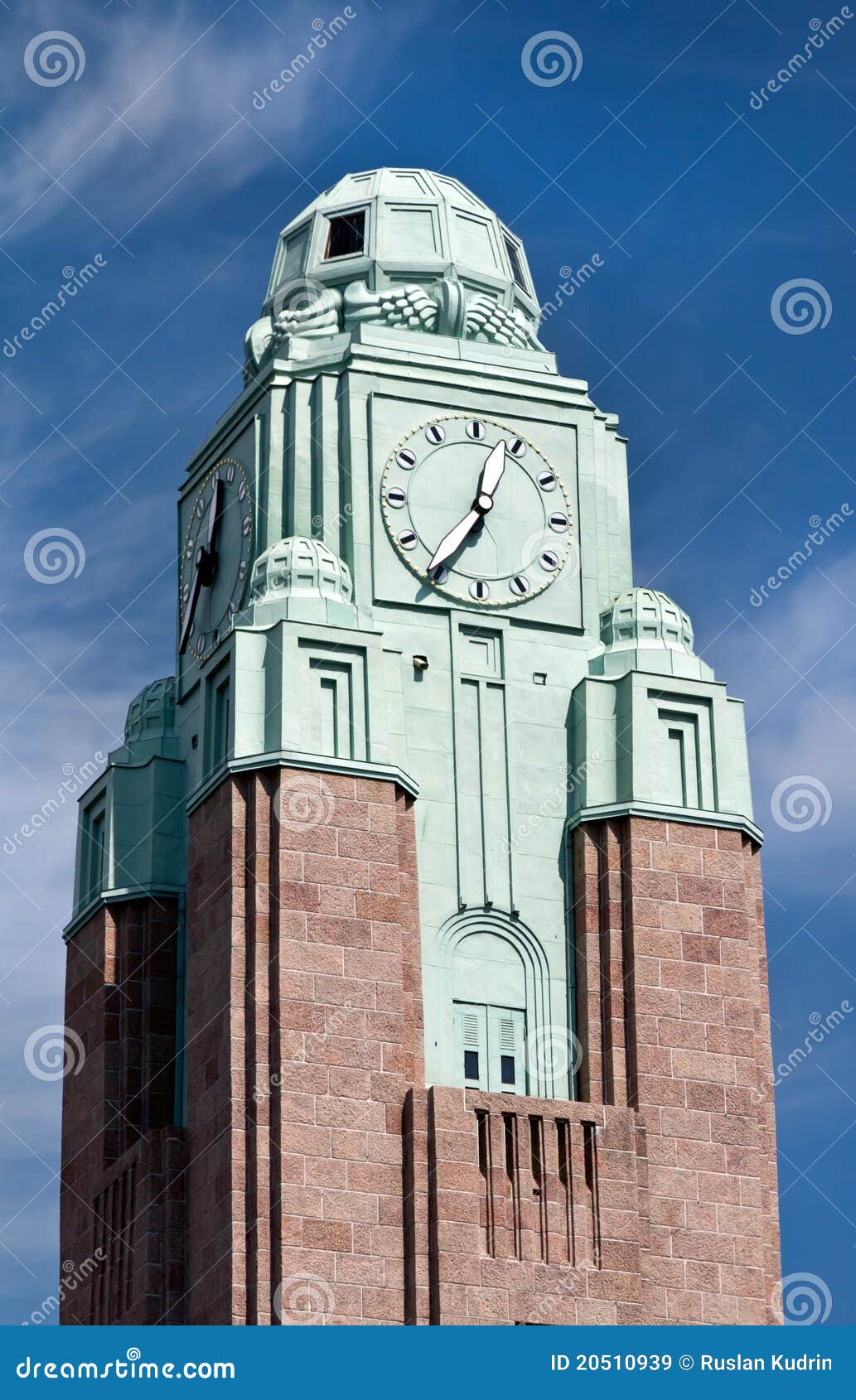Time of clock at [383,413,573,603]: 12:35
